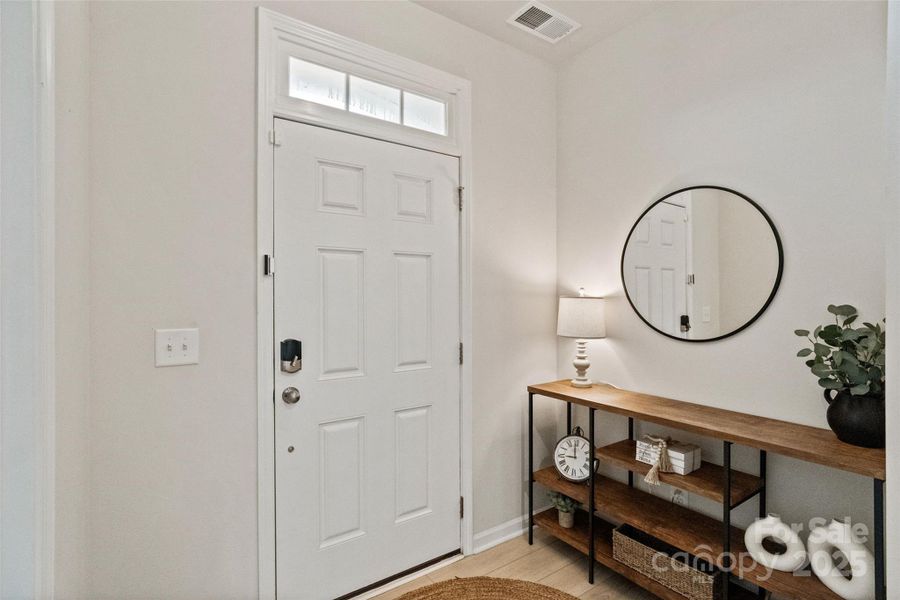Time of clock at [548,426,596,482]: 8:59
